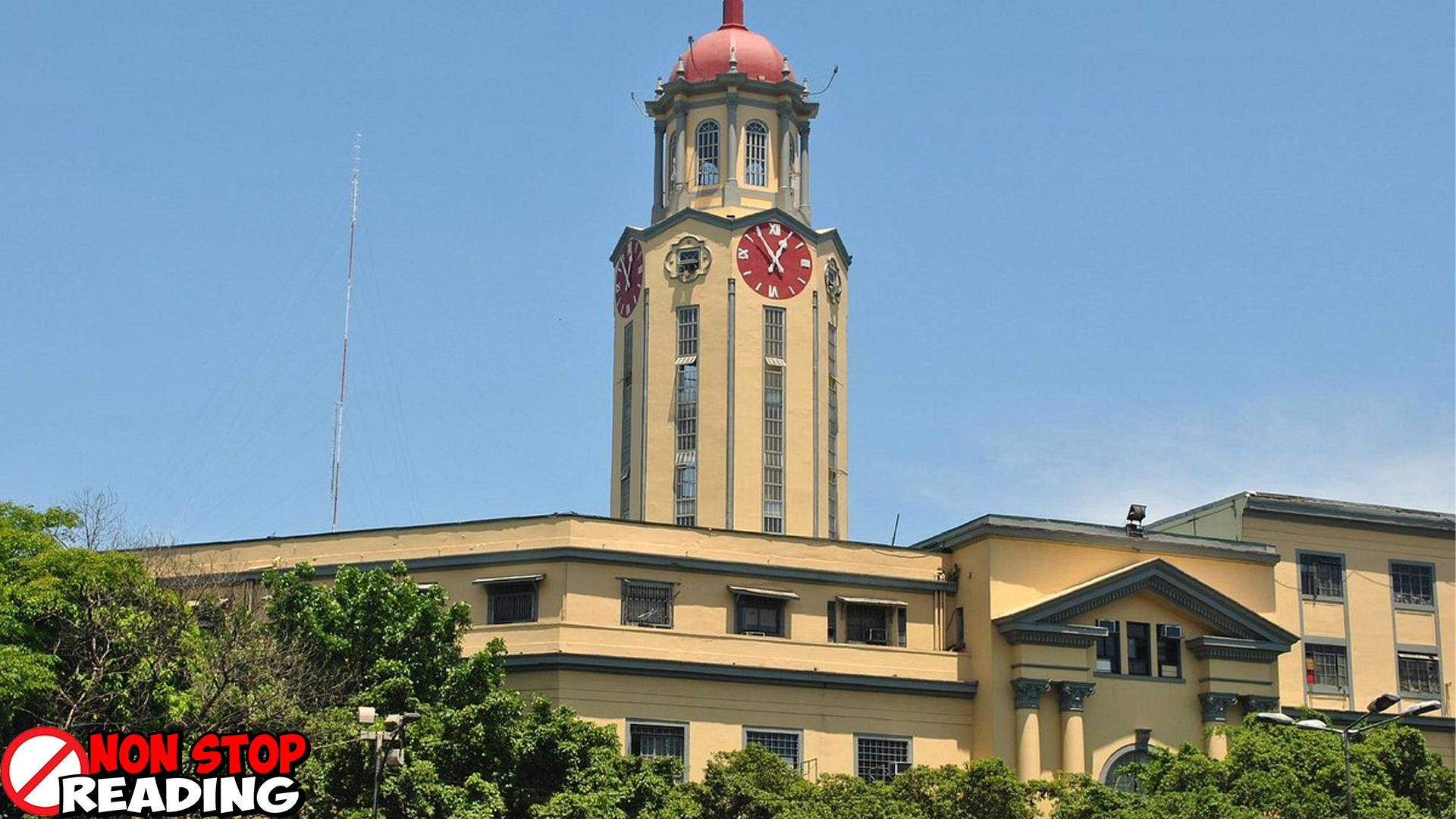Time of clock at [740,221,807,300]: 12:54
